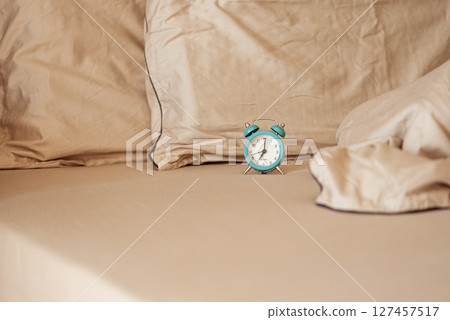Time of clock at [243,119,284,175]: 7:00
